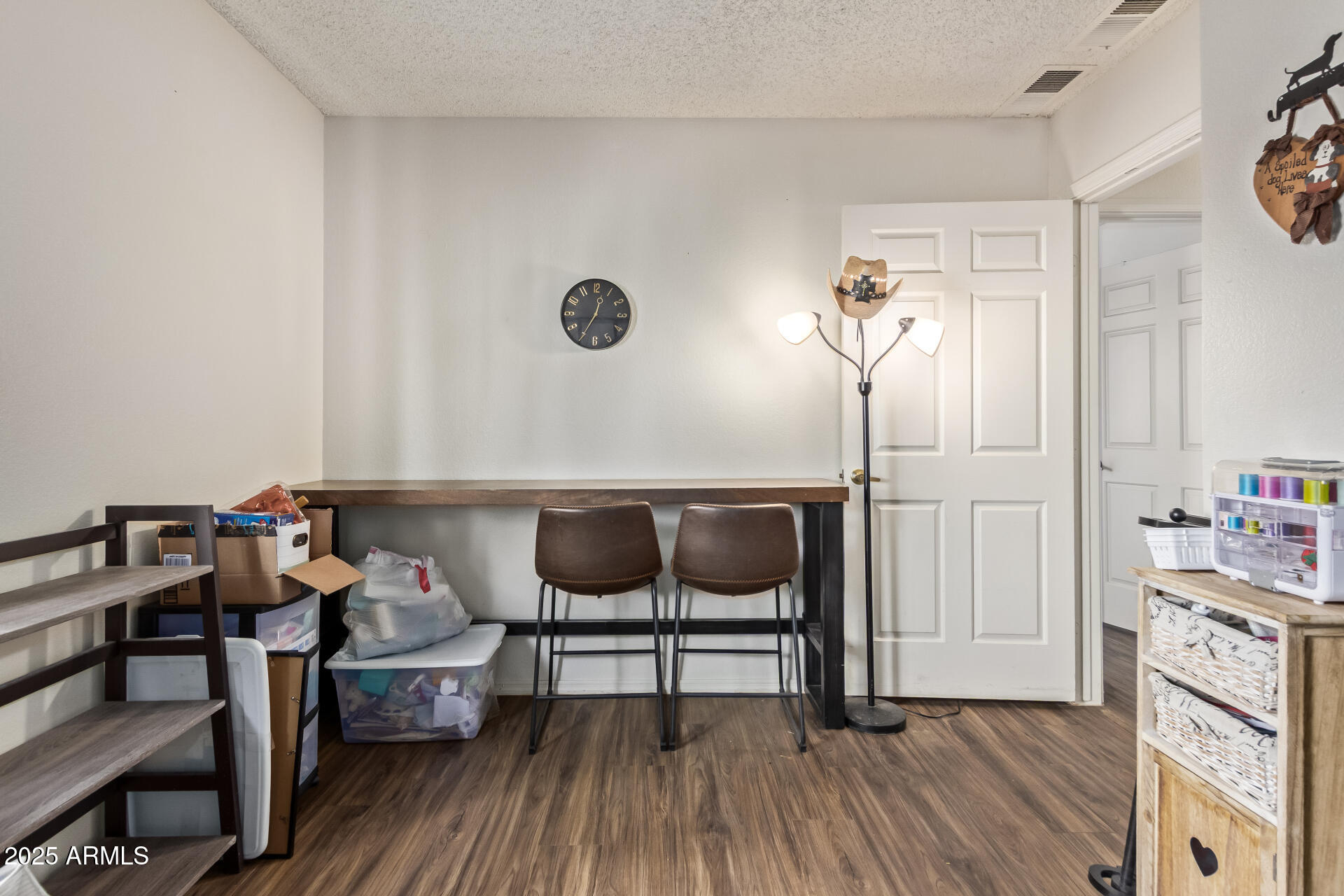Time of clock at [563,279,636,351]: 12:34
